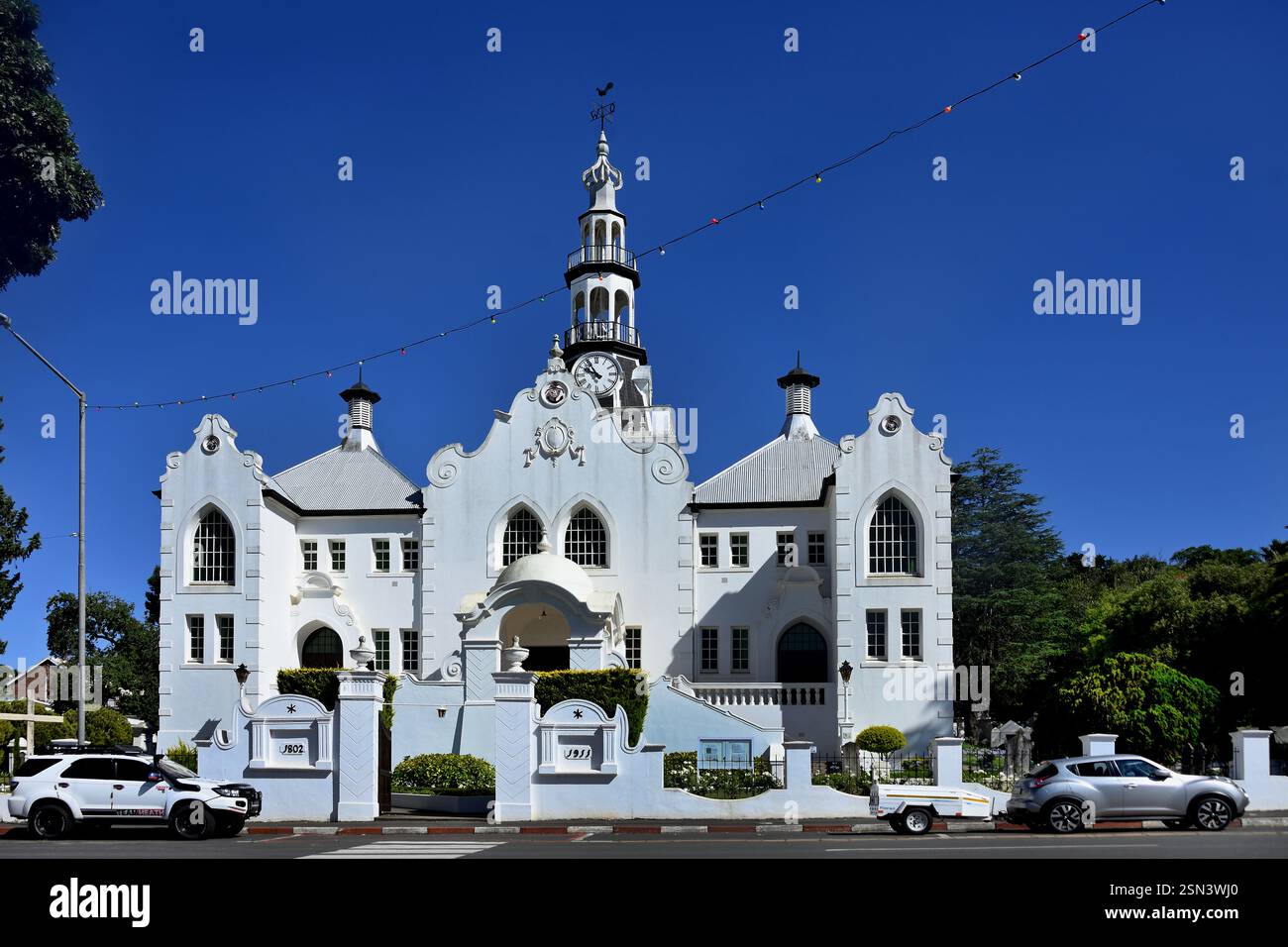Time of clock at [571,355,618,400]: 9:54
